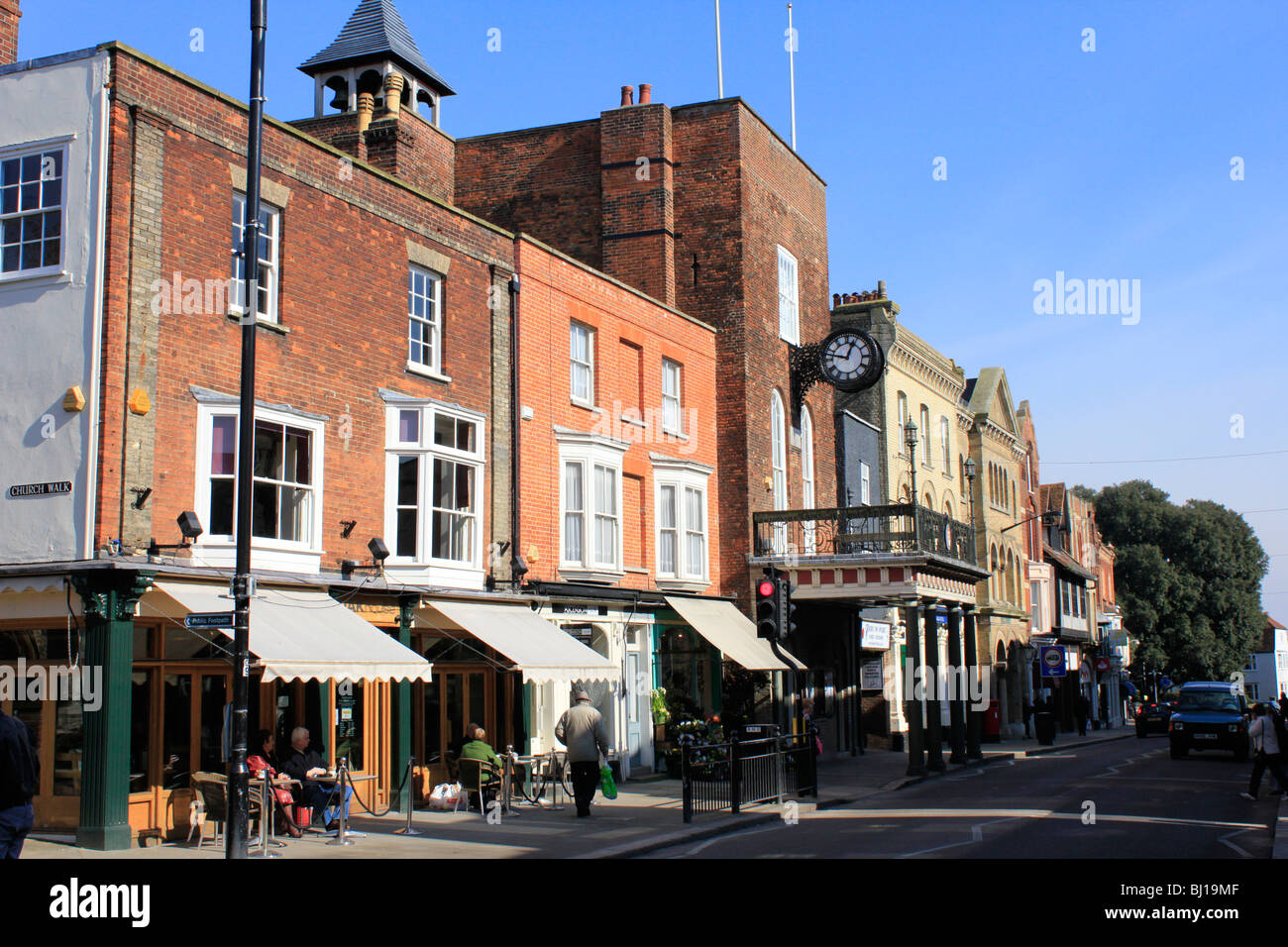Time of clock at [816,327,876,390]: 12:47
